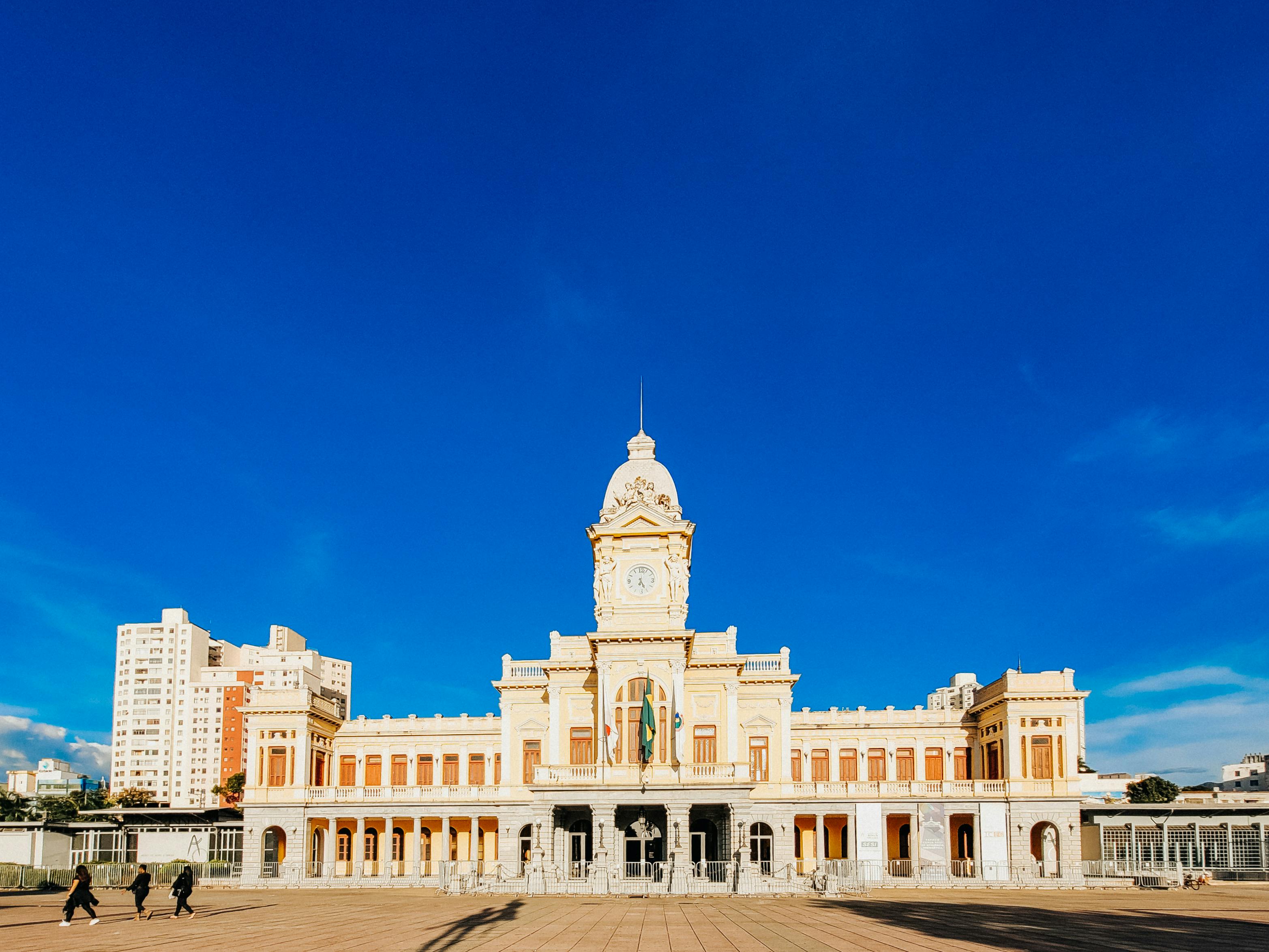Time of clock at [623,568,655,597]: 5:03
